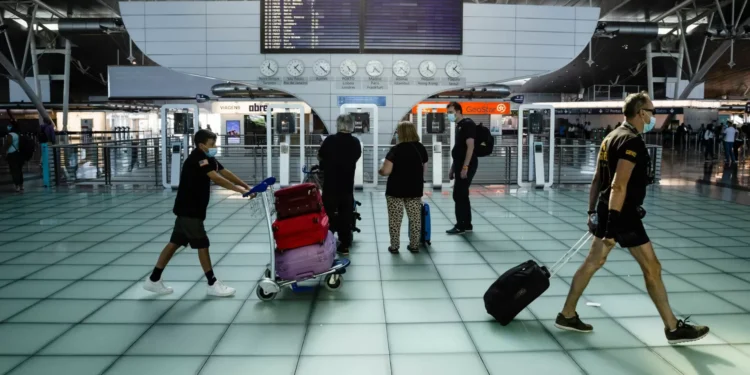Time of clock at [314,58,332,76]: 4:22
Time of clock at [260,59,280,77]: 12:22
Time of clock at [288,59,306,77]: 1:22
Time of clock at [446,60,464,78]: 1:22
